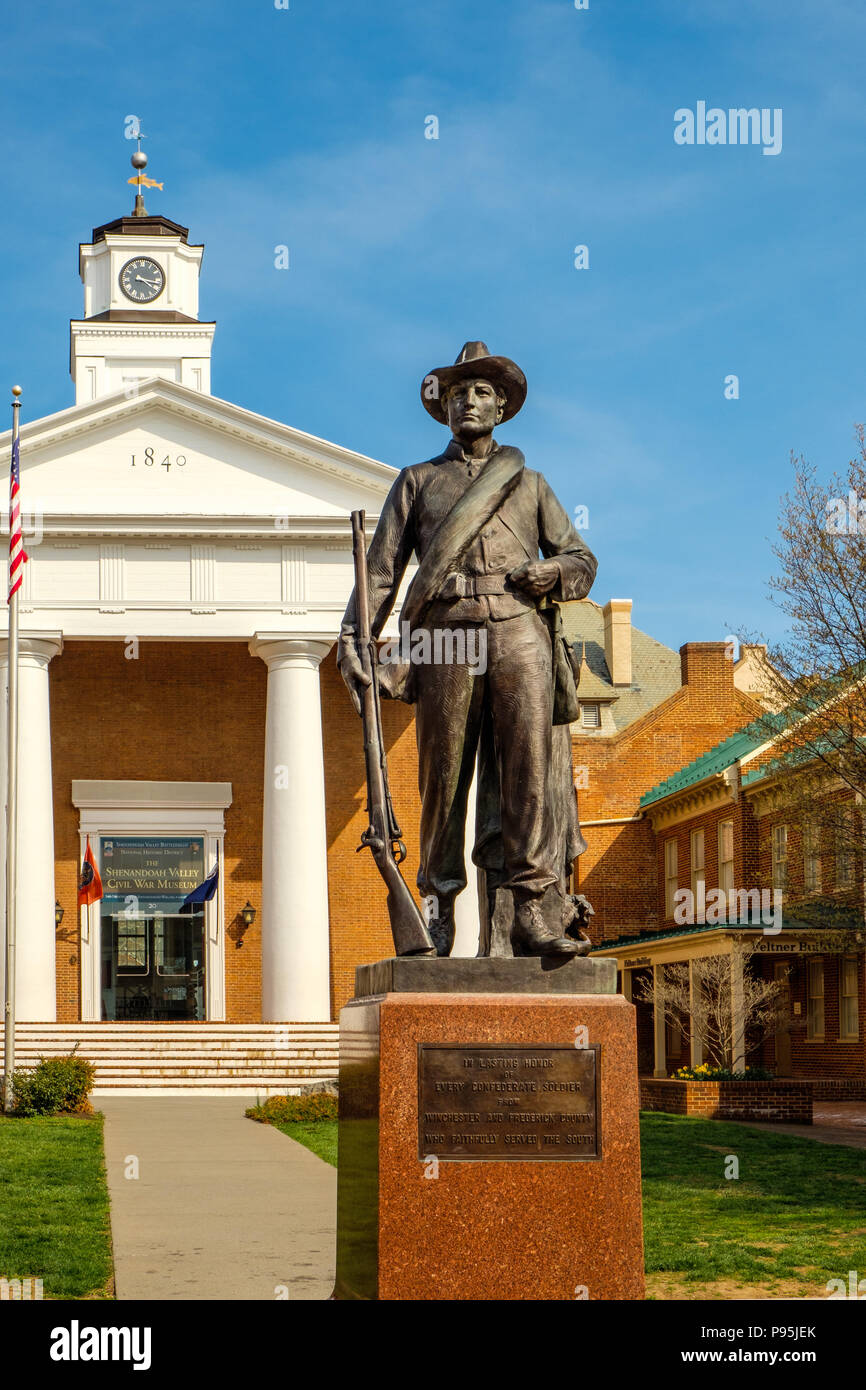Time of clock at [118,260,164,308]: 4:16
